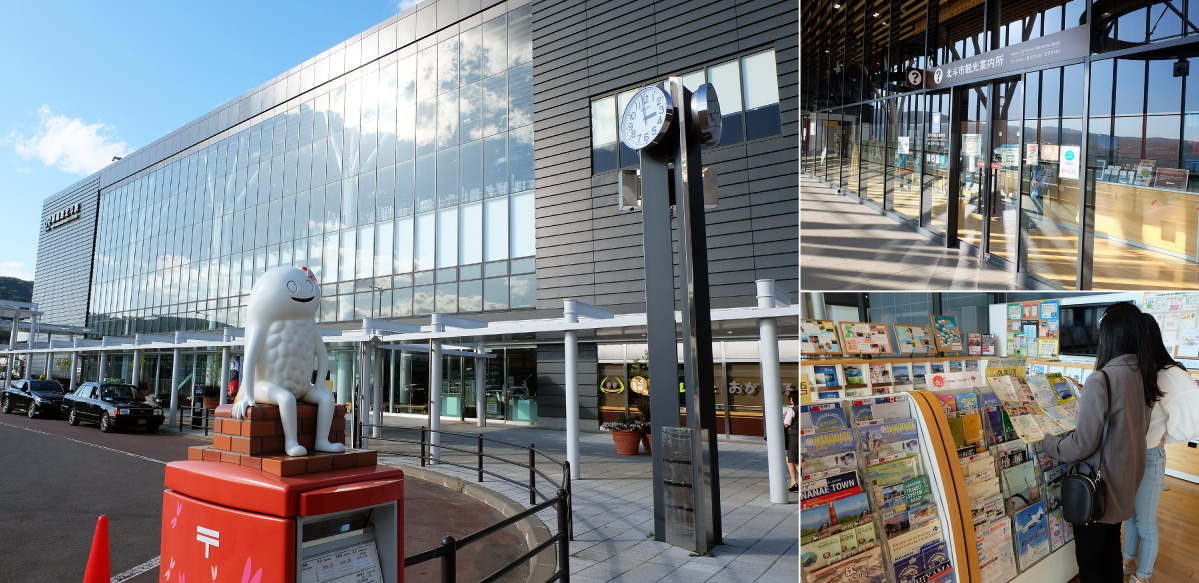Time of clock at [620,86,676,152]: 2:58
